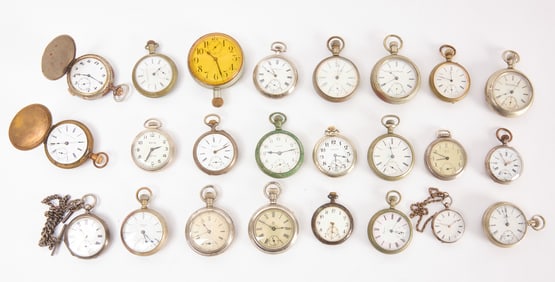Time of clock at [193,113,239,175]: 2:11
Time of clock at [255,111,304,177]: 9:13
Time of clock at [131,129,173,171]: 2:34
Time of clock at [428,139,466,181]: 8:48
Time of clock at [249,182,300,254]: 2:50
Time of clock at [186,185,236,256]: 10:41
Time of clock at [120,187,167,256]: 5:22
